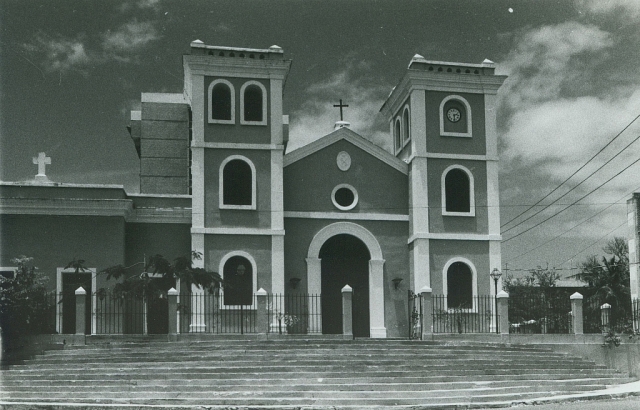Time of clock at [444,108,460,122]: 2:29
